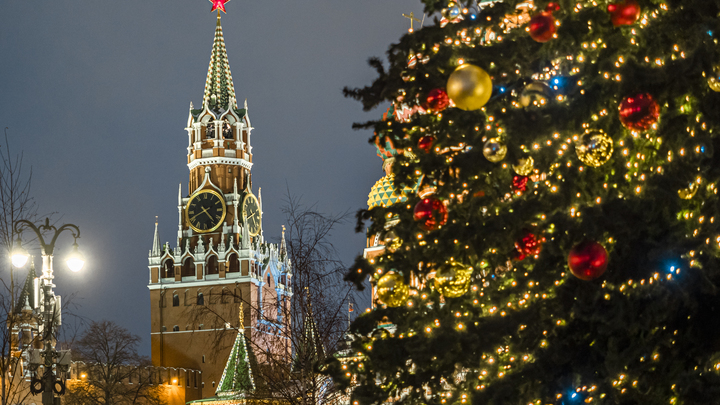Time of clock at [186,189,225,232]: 4:40
